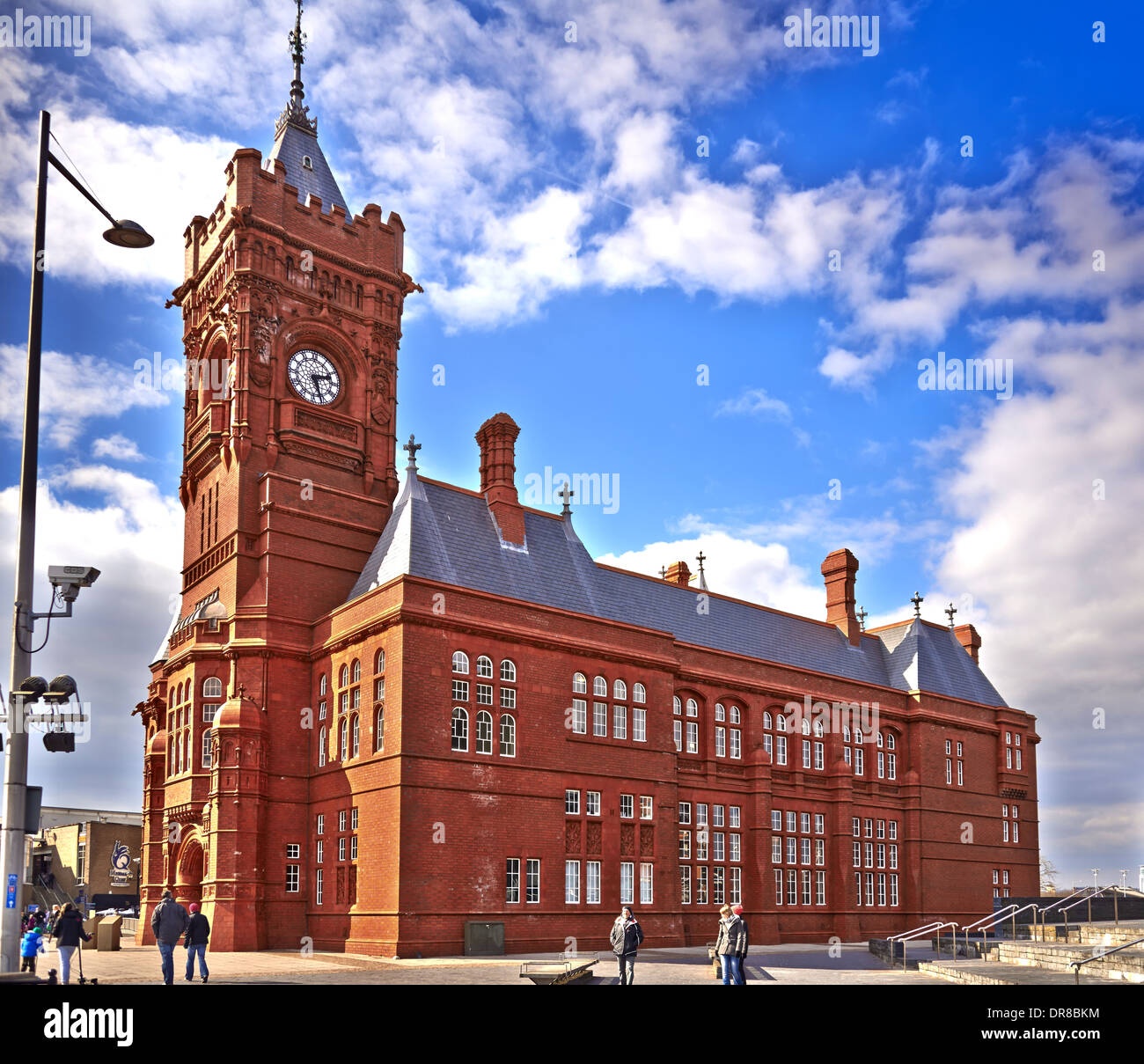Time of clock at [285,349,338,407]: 2:26
